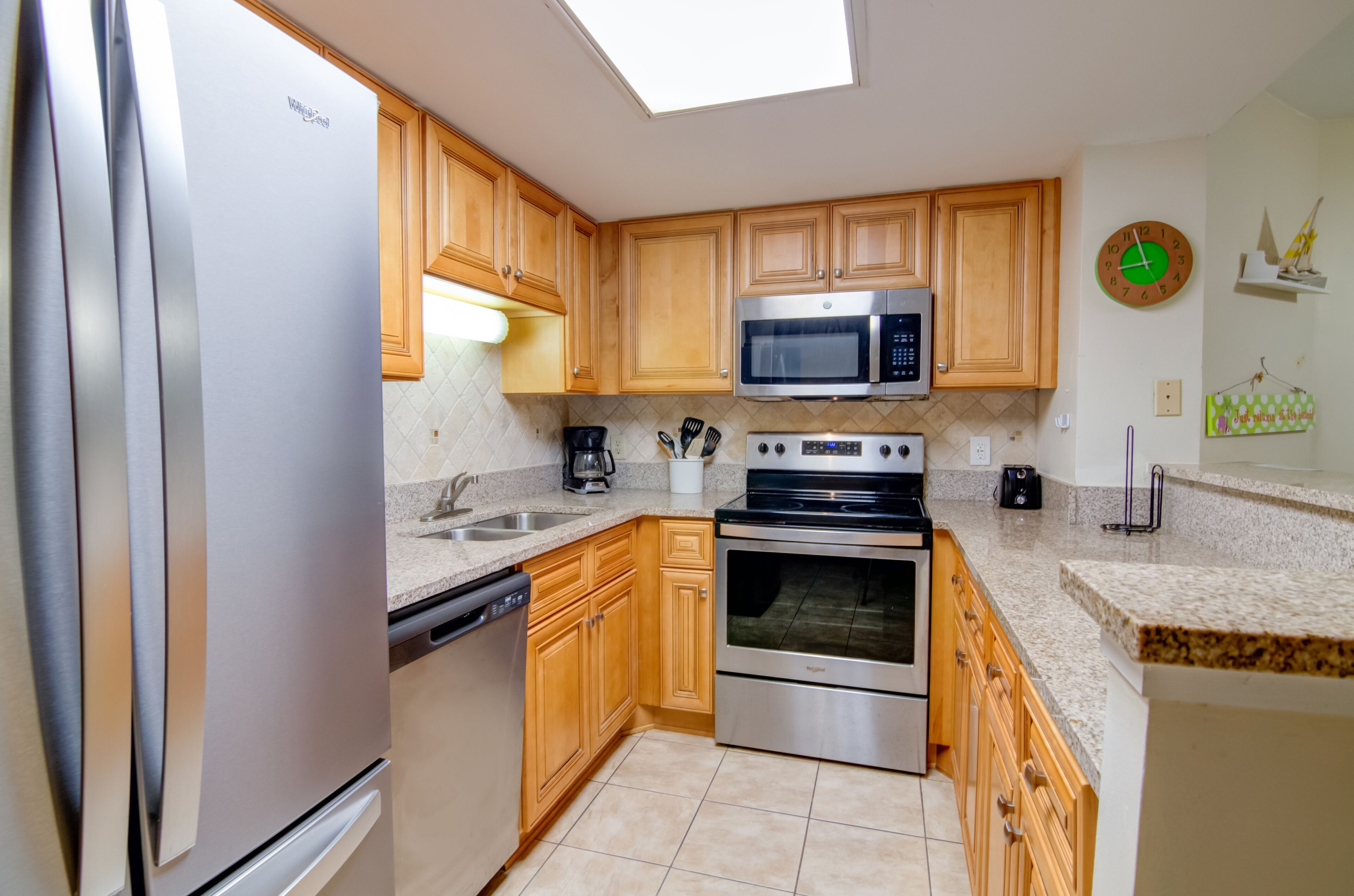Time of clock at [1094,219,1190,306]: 8:57
